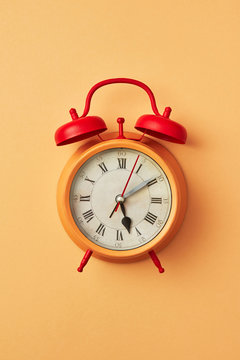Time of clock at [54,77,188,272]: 5:10
